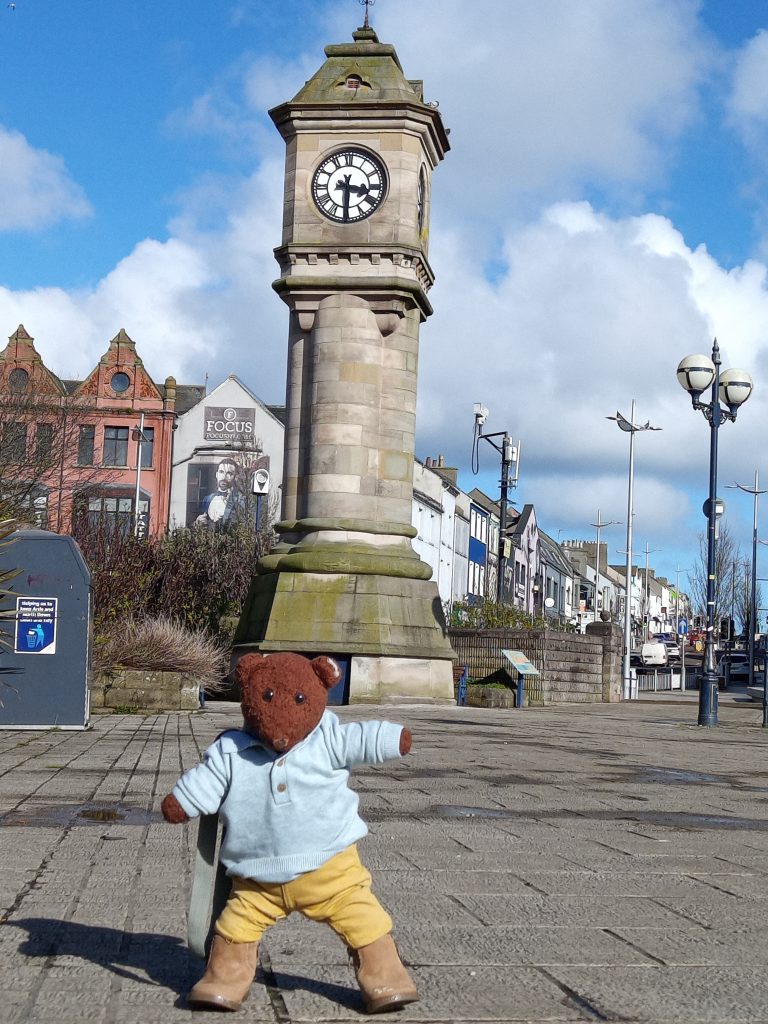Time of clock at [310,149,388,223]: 3:29
